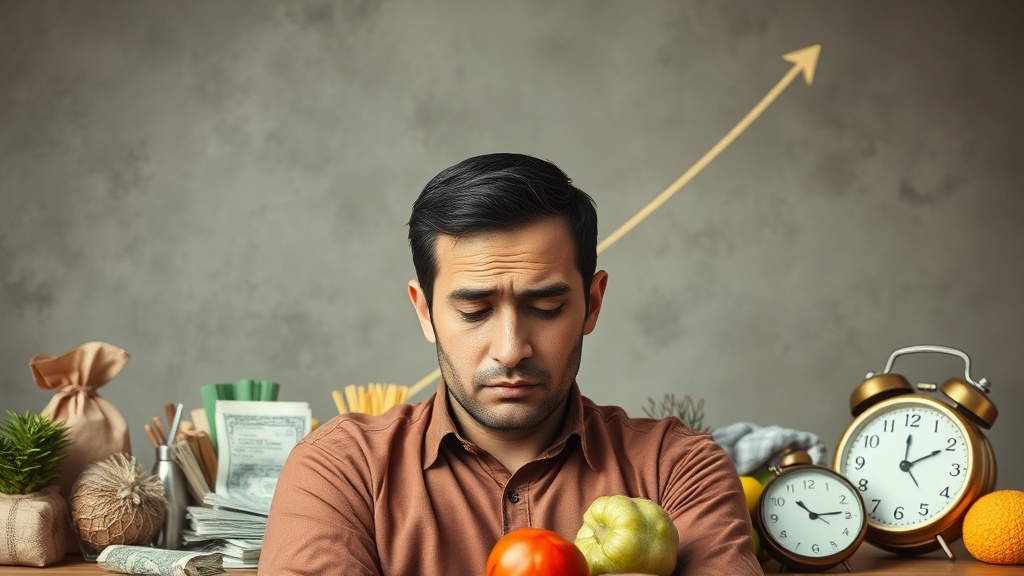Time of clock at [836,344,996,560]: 2:00
